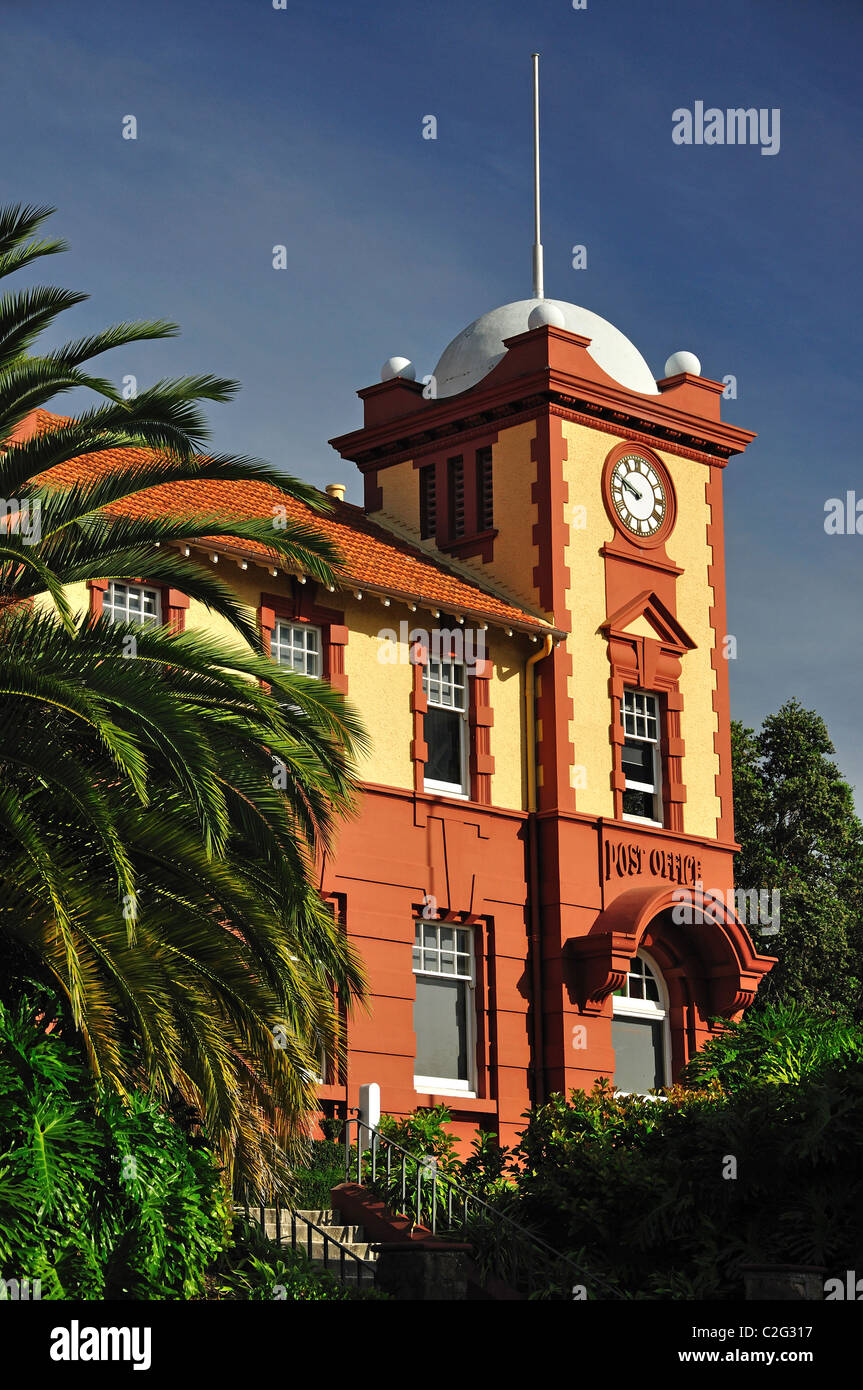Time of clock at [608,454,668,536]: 9:48
